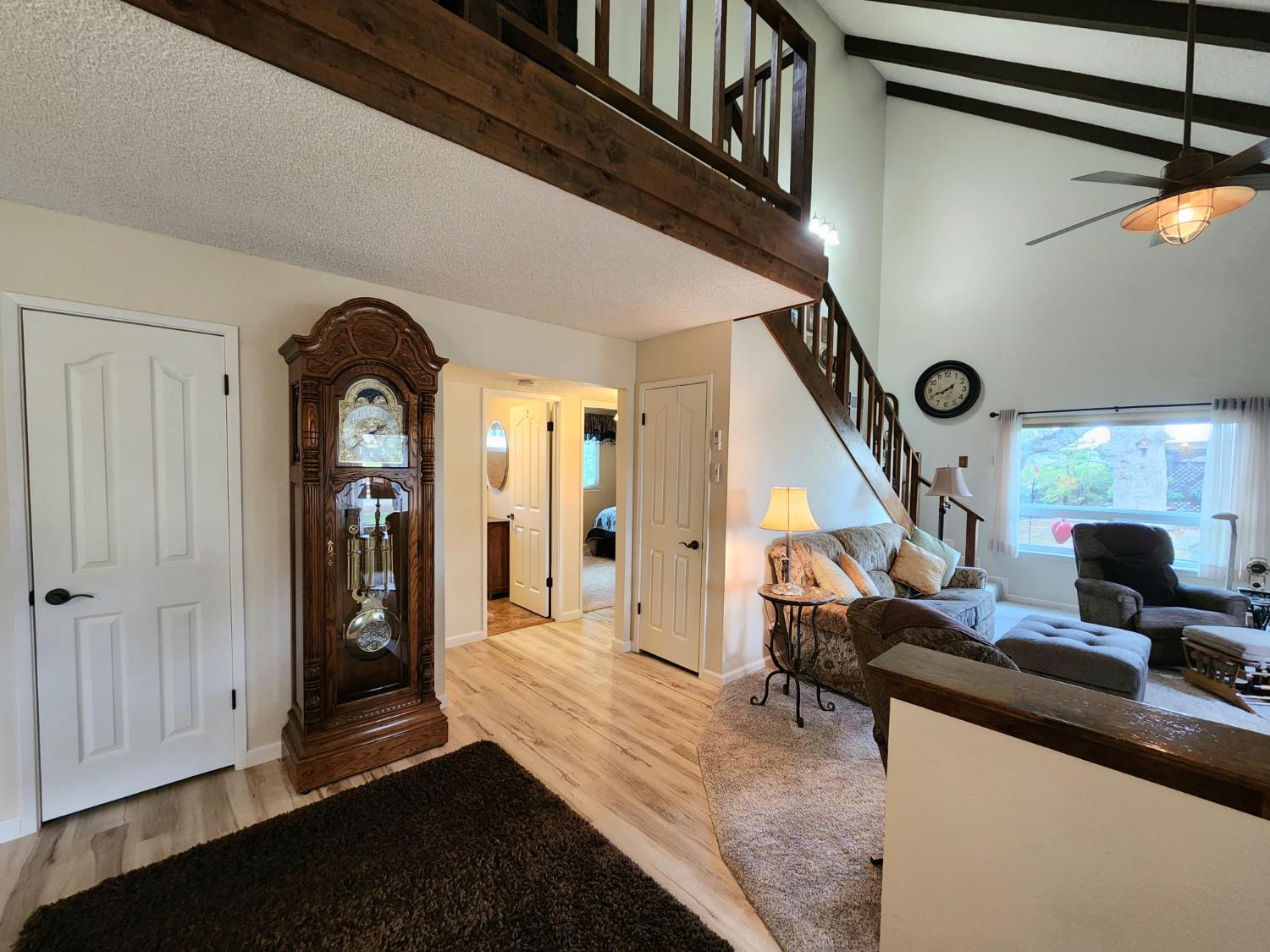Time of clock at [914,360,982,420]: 1:41
